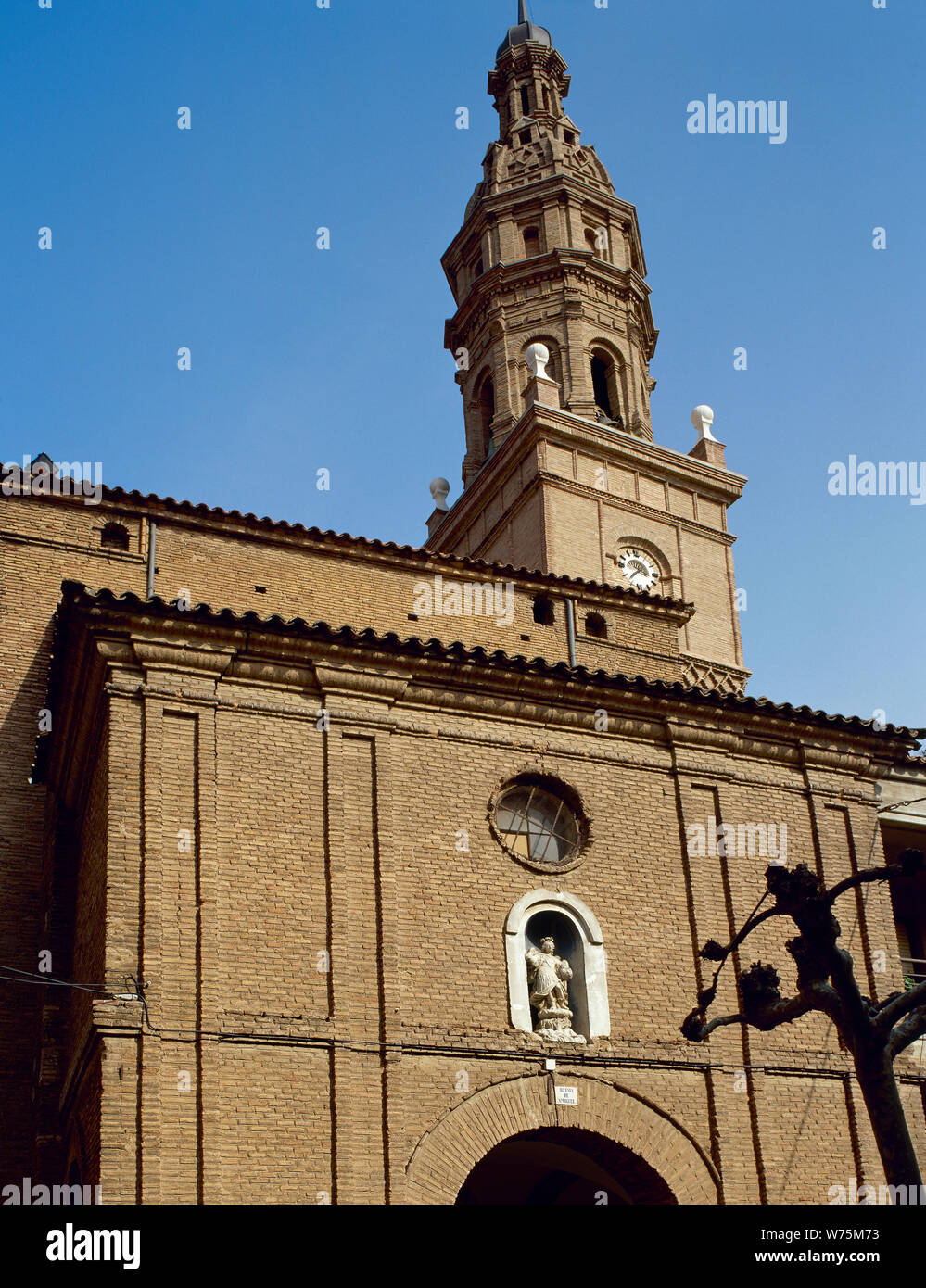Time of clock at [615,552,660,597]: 3:37
